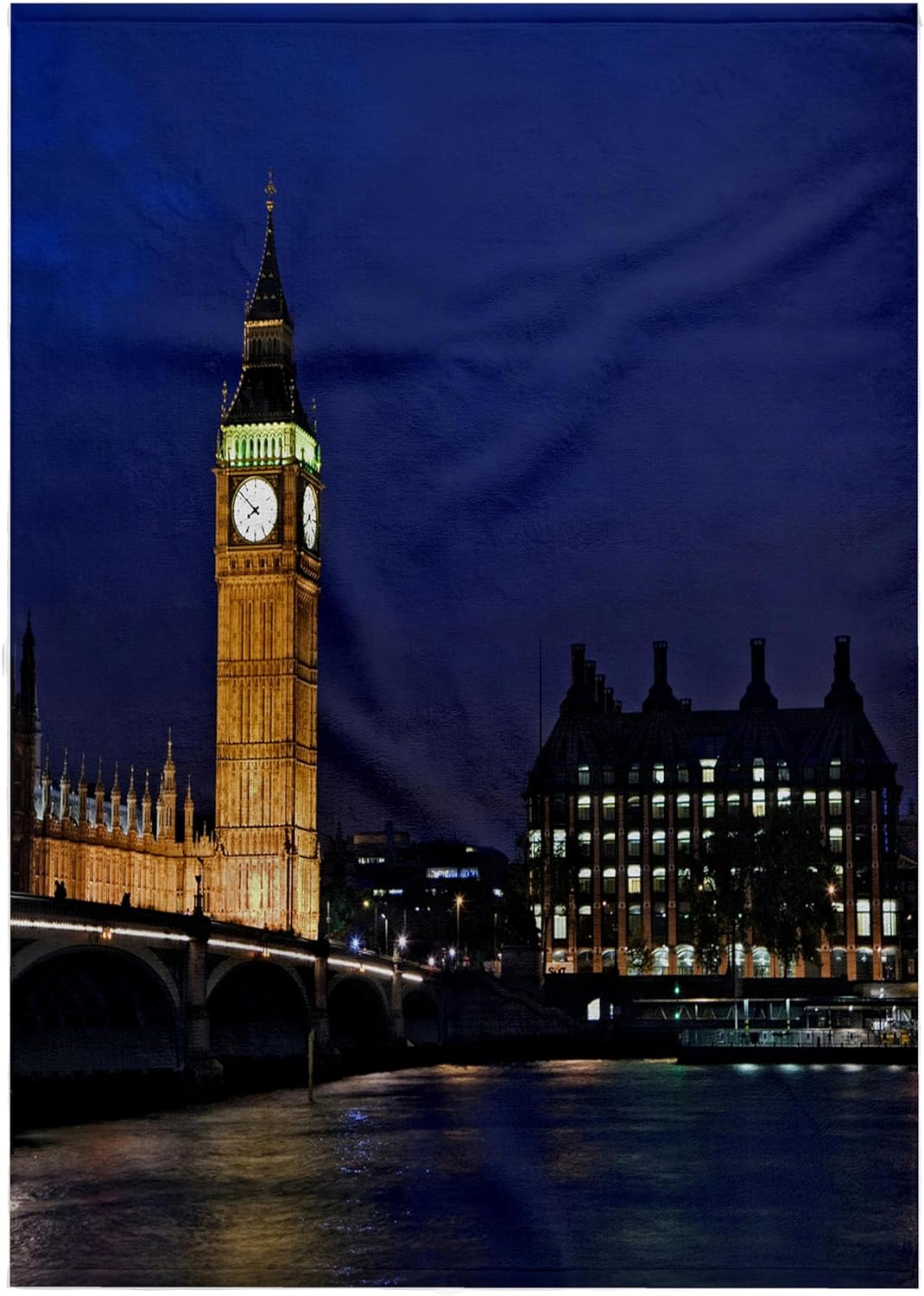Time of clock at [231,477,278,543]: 7:51
